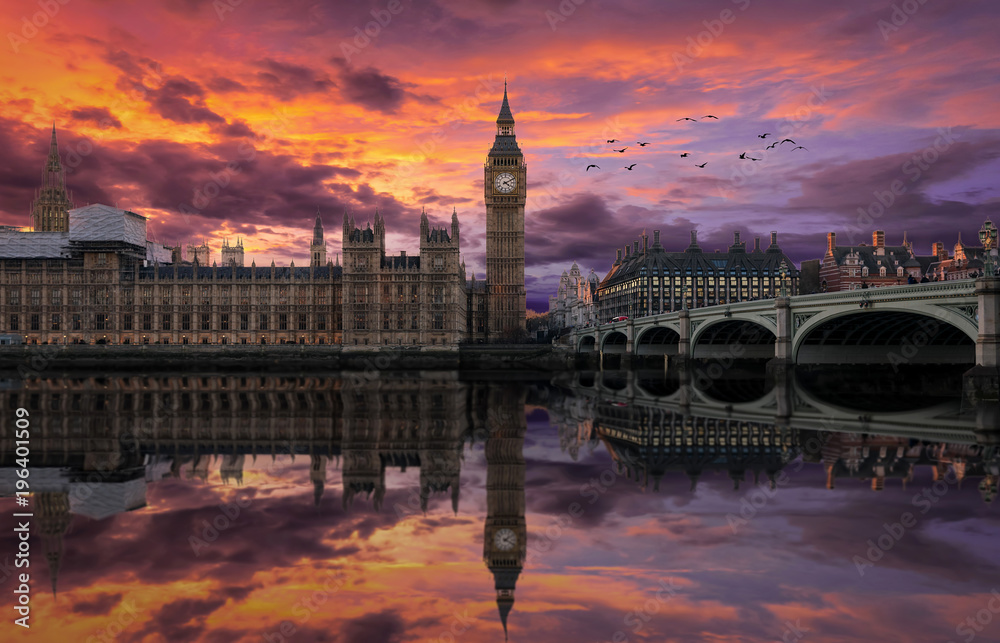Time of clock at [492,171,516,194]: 4:10
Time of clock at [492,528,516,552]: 4:09
